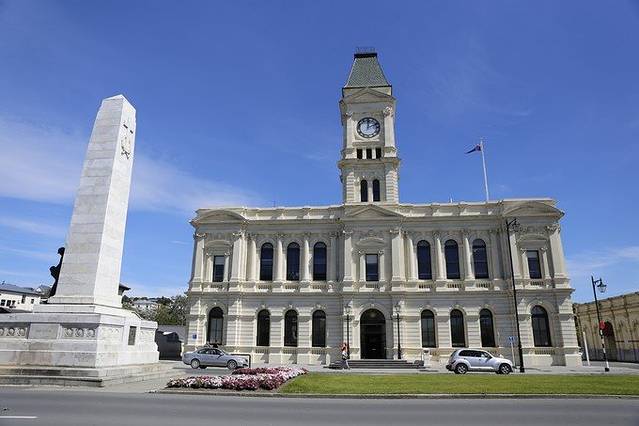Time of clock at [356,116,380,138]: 12:11
